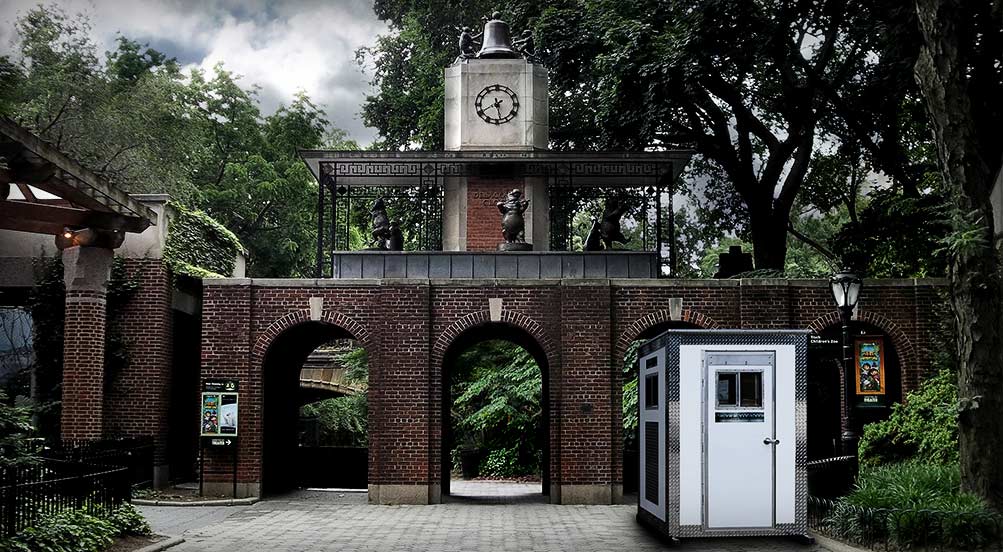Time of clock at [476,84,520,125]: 5:40
